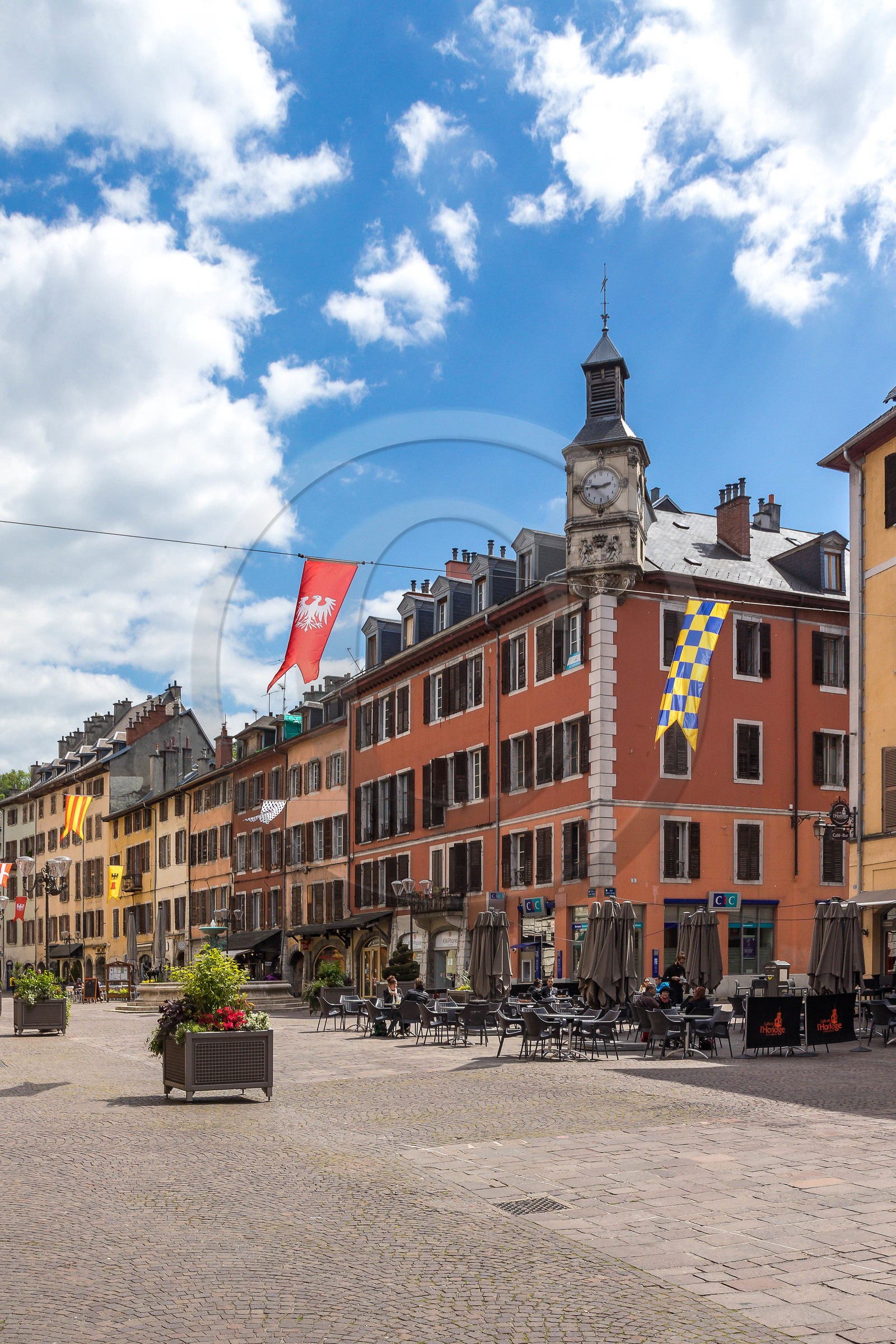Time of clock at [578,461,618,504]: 9:12
